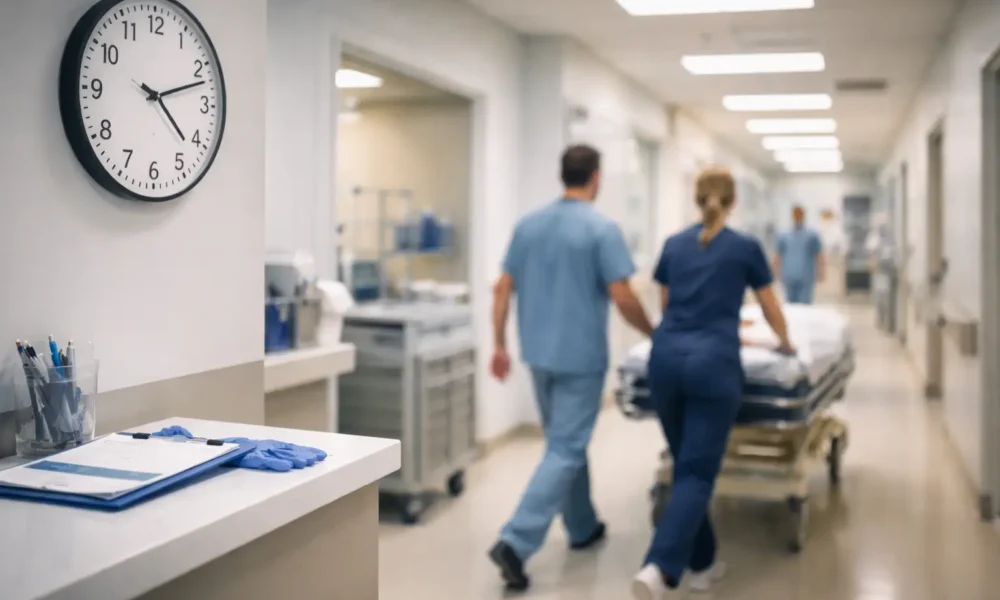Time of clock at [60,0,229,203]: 4:12
